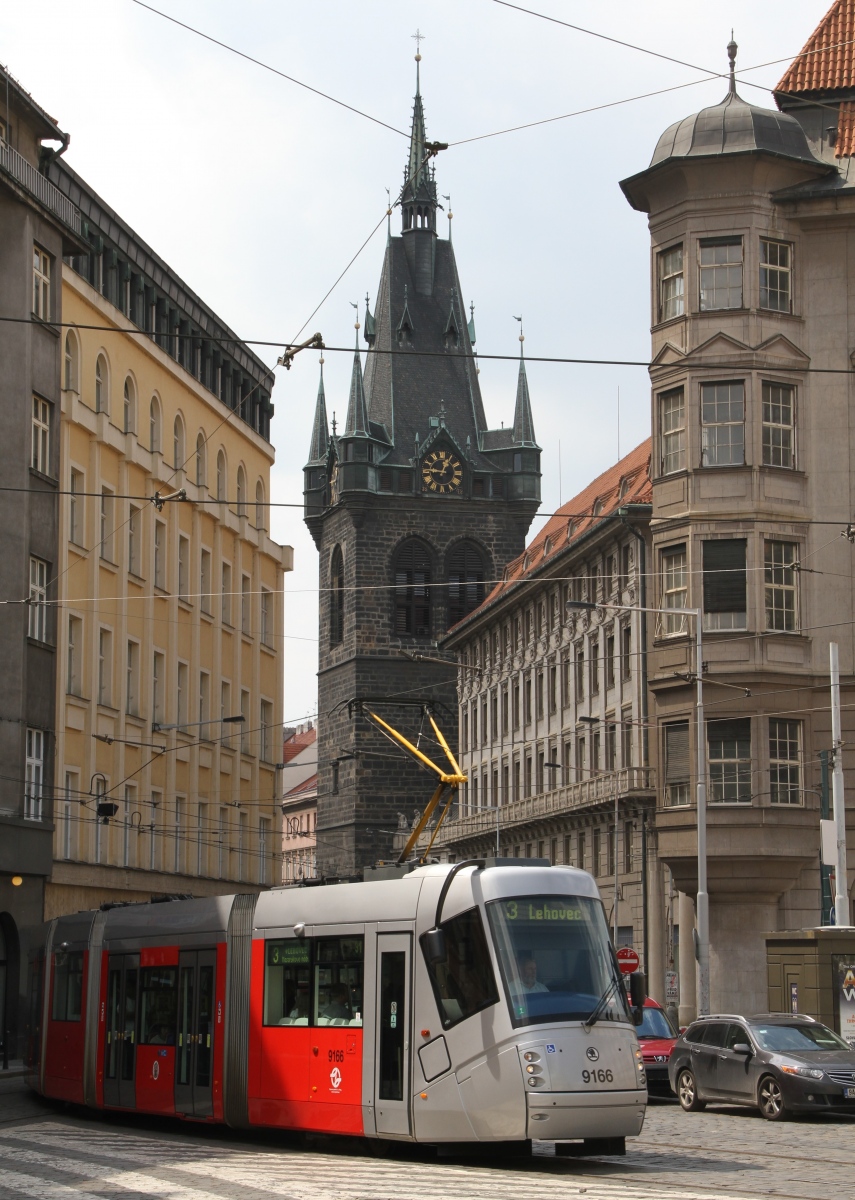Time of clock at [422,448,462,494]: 12:45
